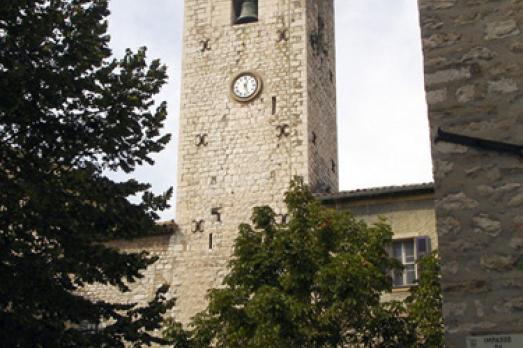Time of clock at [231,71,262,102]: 12:26
